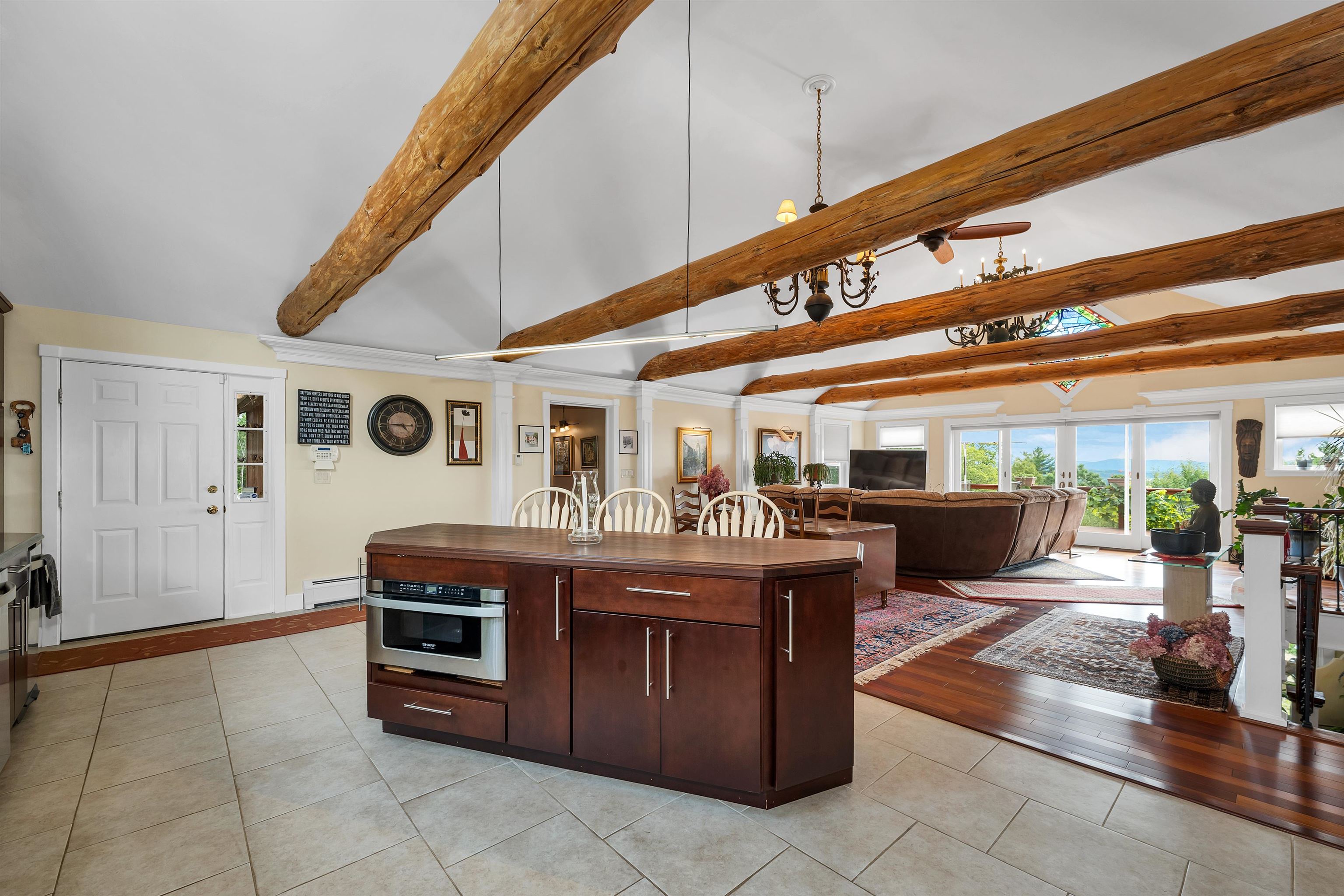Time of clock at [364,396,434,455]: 4:45
